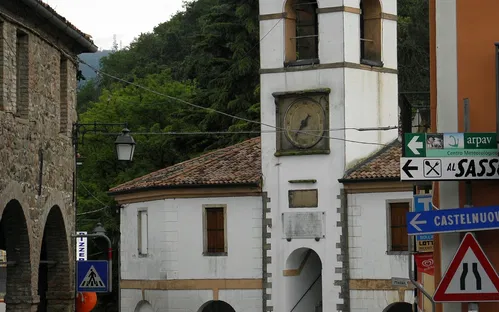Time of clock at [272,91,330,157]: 7:36
